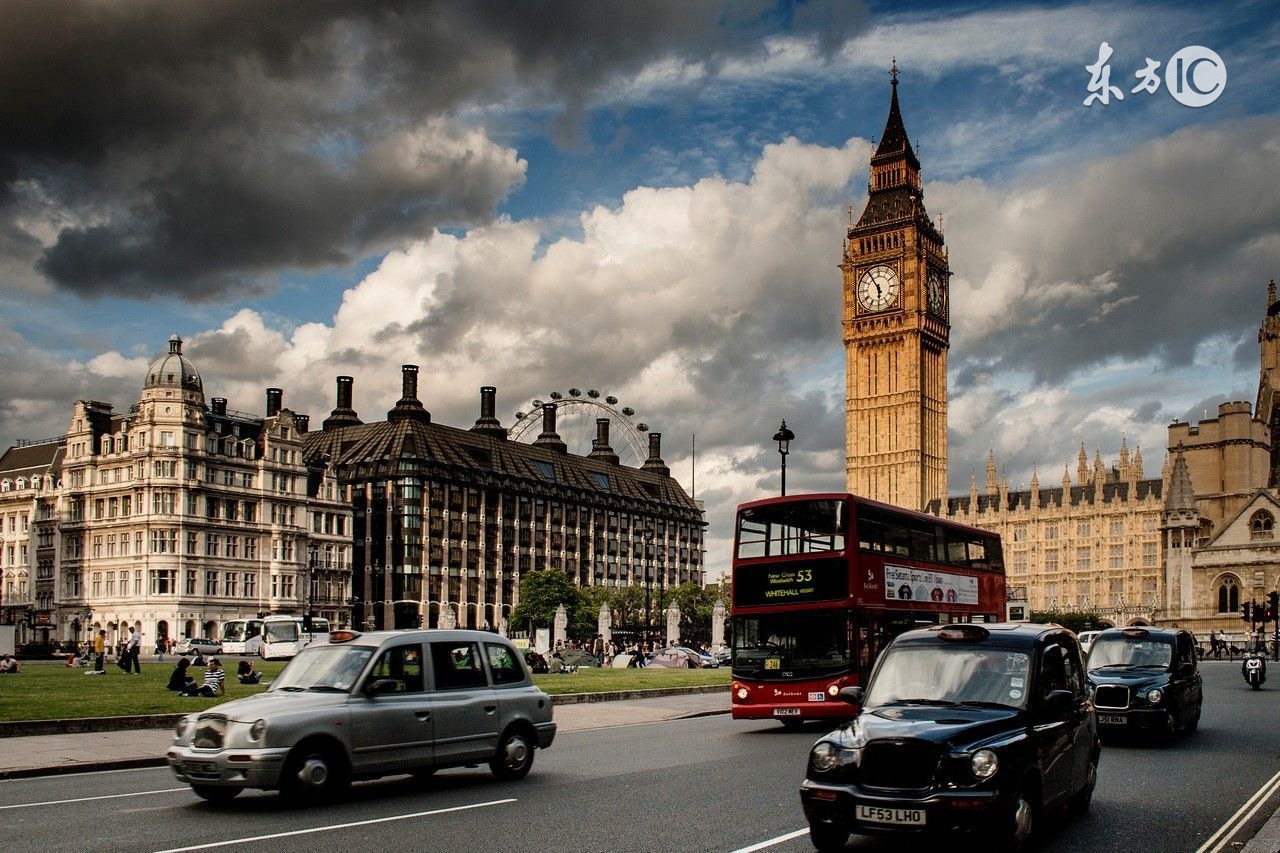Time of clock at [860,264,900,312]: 5:54
